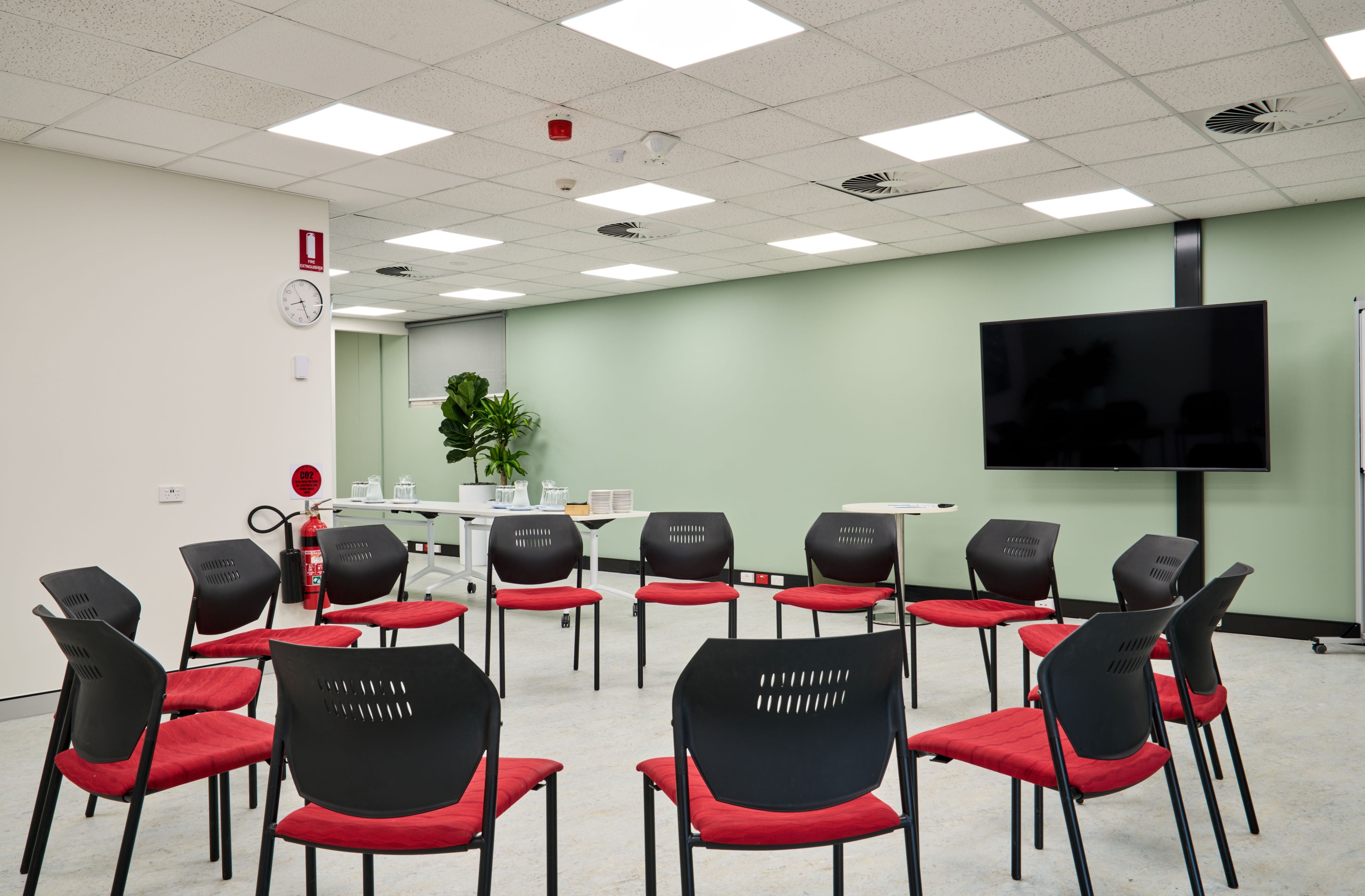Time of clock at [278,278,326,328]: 8:25
